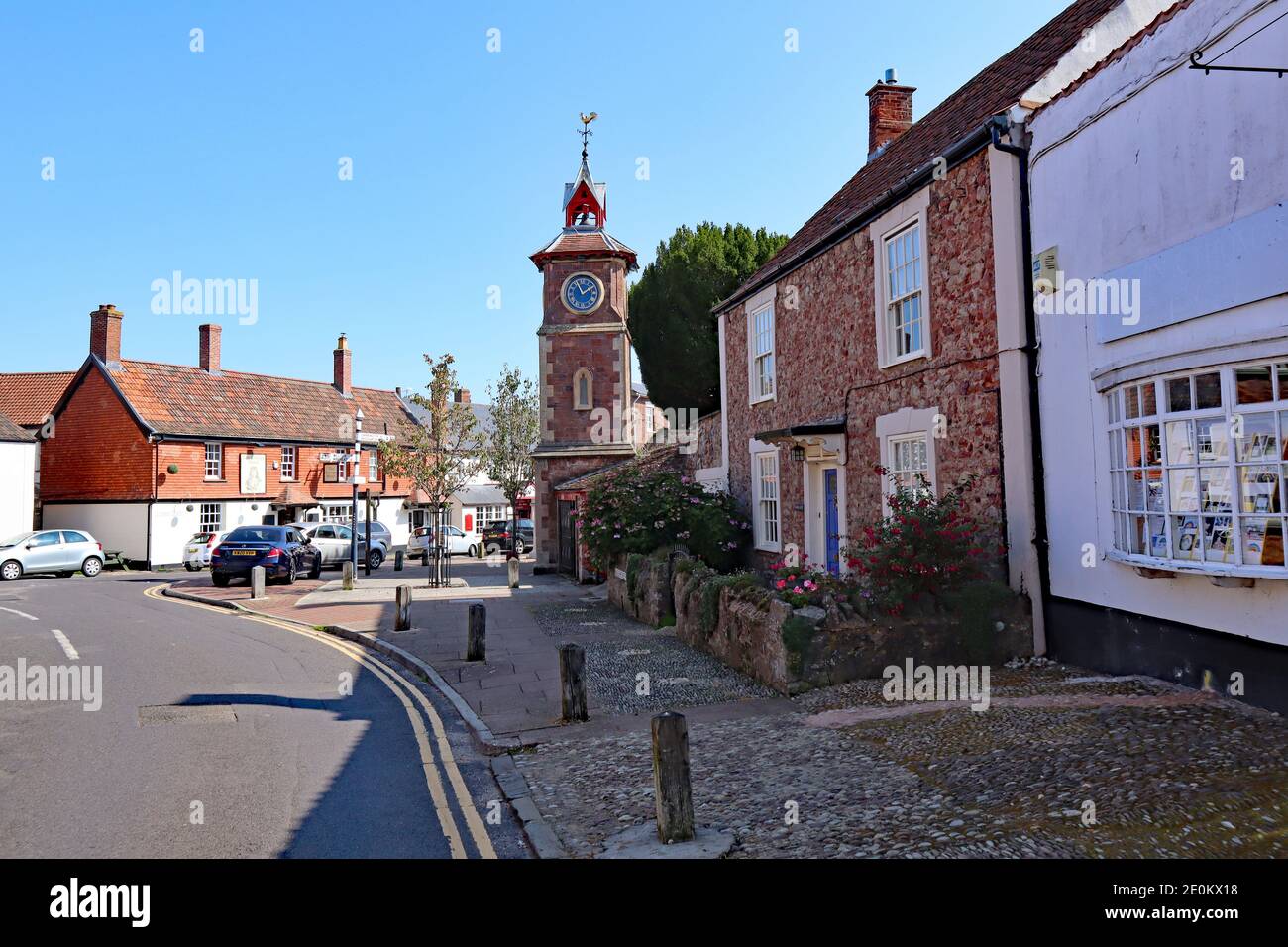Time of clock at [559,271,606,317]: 1:56
